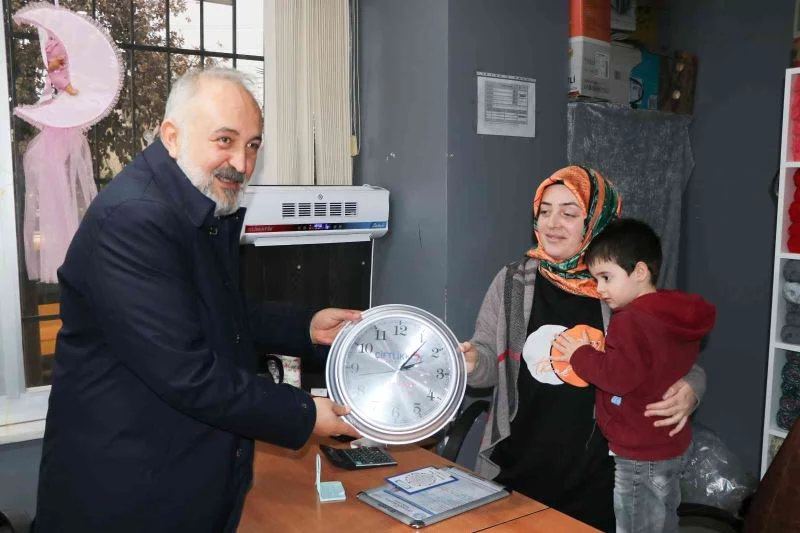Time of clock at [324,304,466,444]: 1:19
